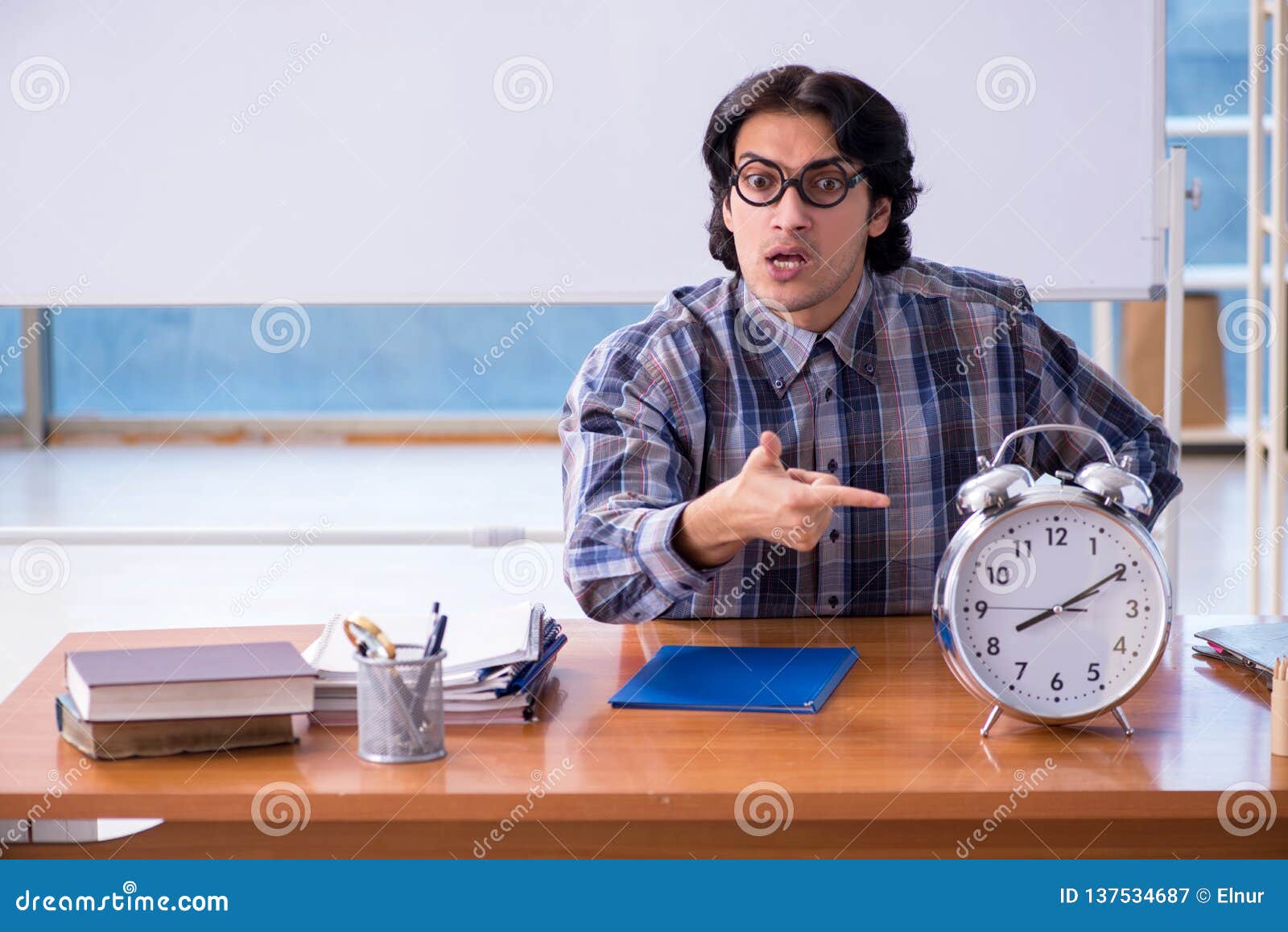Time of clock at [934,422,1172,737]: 8:10
